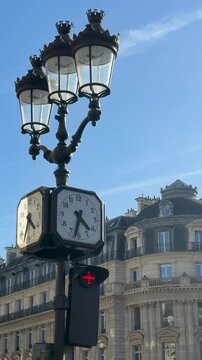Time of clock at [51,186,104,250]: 4:32
